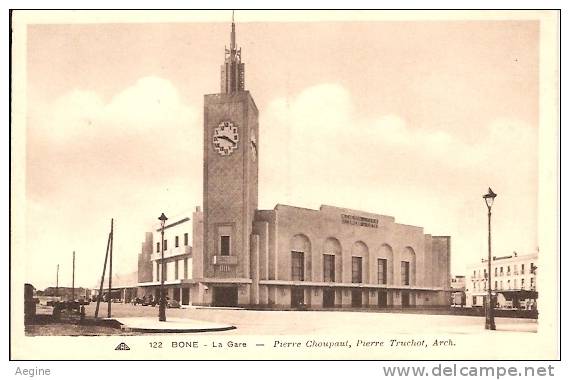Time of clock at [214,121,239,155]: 9:20
